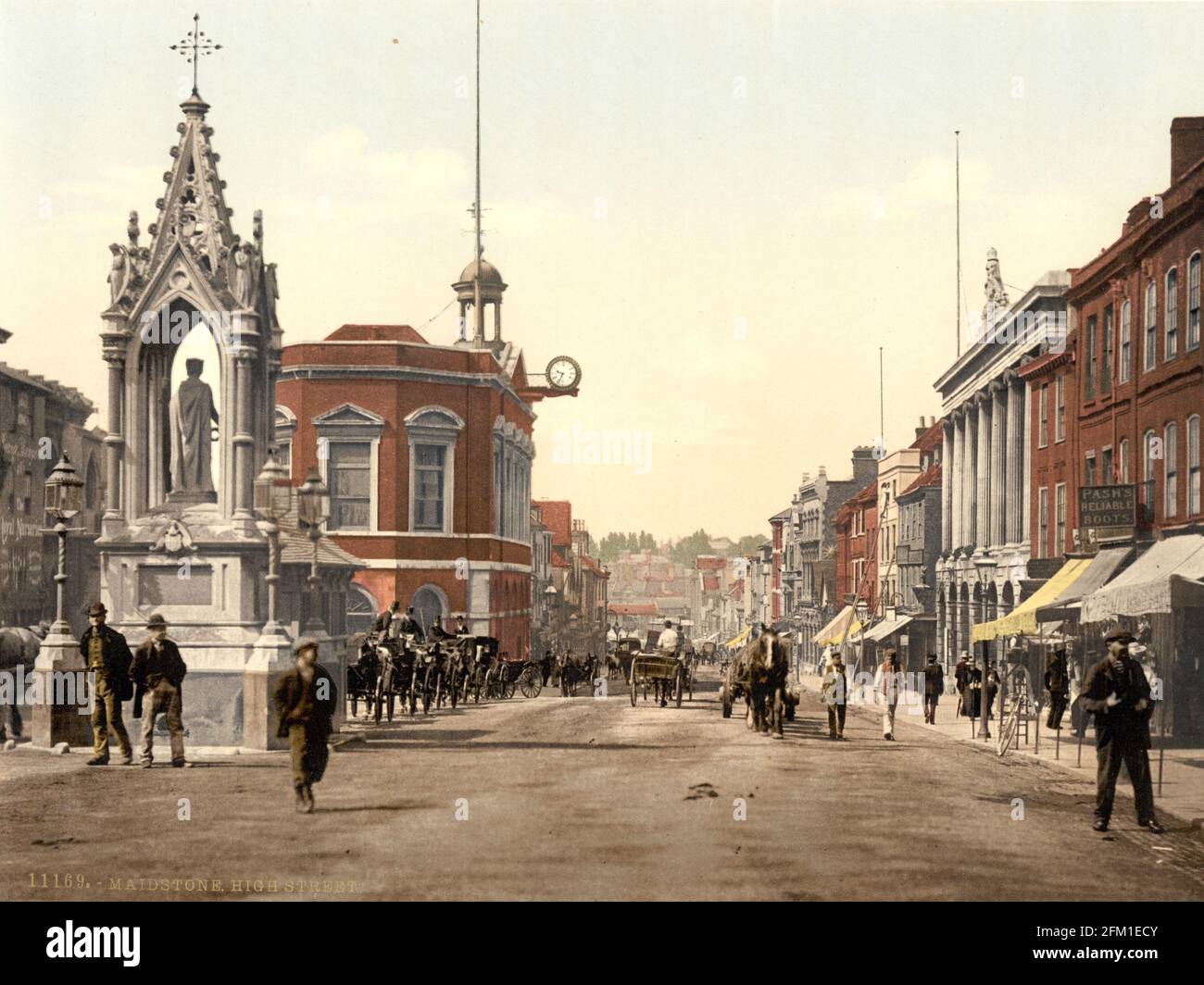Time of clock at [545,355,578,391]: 9:34
